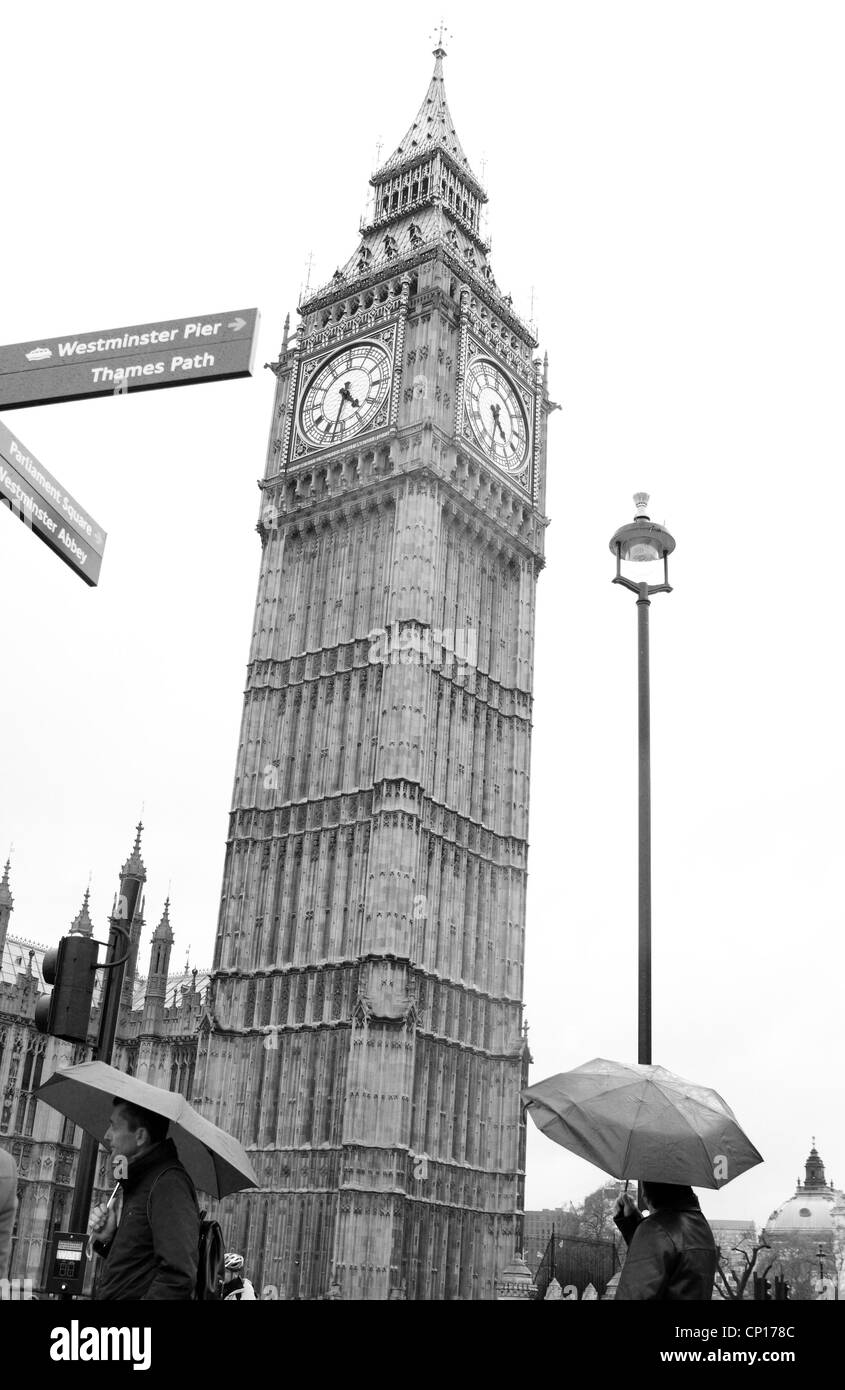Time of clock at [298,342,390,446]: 4:32
